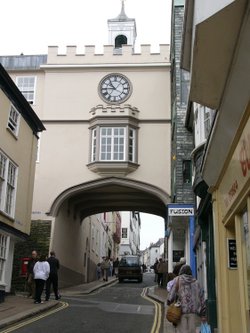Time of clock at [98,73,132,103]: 10:44
